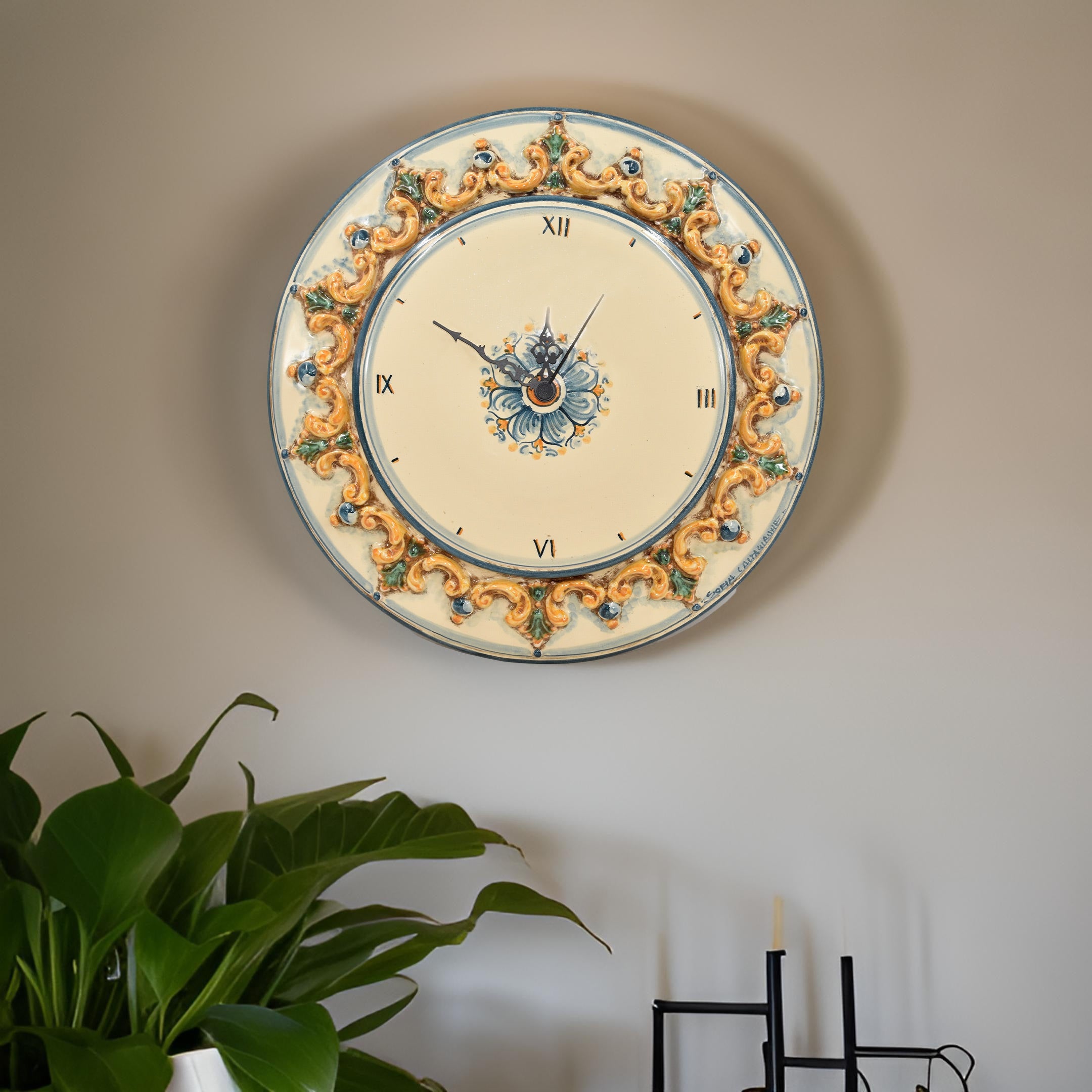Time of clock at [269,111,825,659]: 11:50
